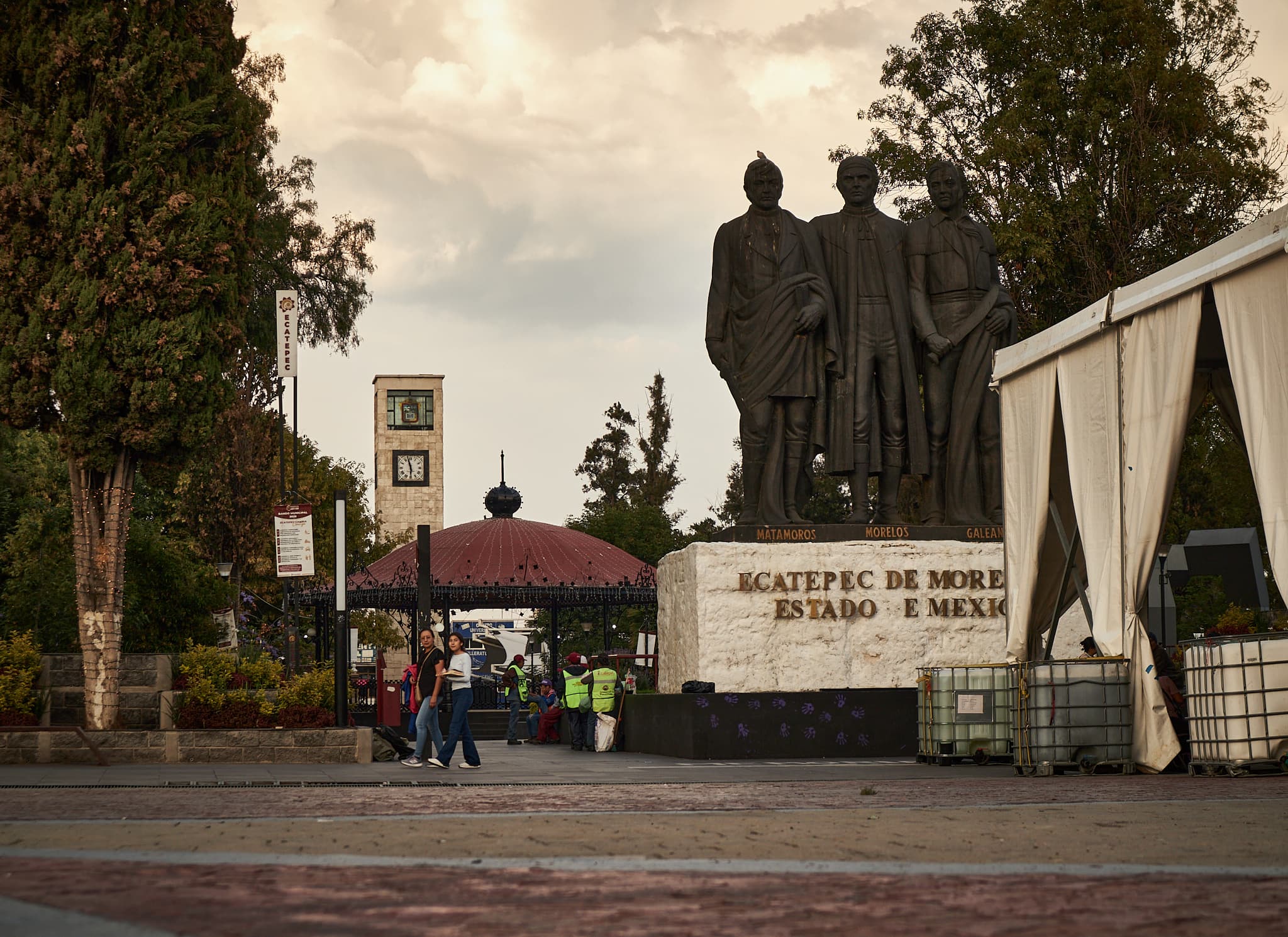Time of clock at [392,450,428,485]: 5:57
